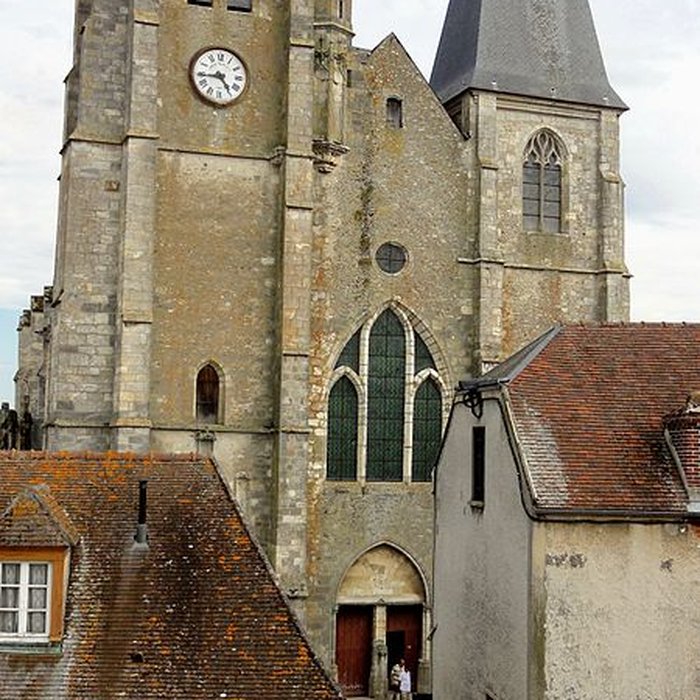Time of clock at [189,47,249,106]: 4:44
